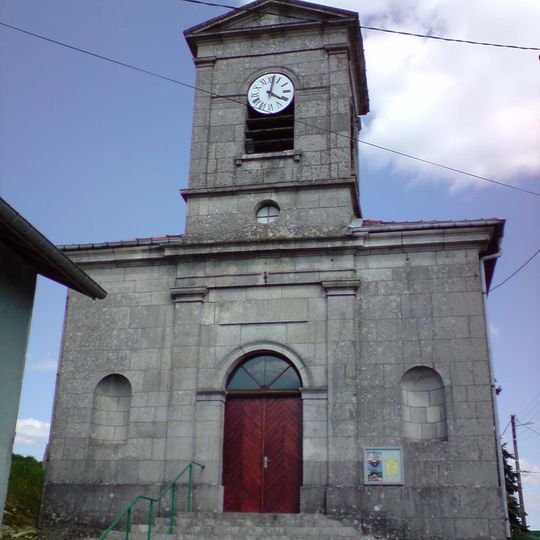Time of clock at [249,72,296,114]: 4:01
